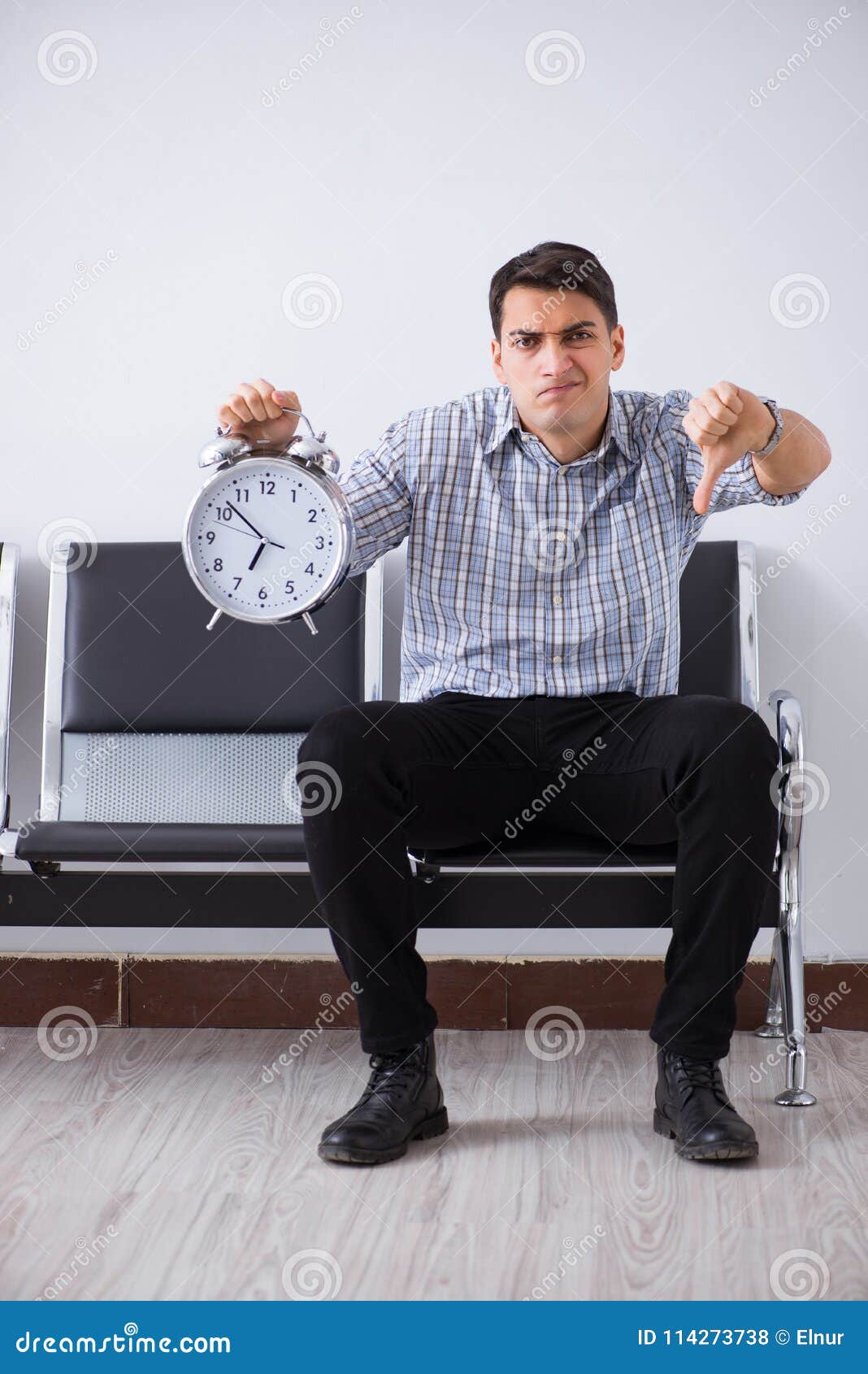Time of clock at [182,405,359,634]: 6:52
